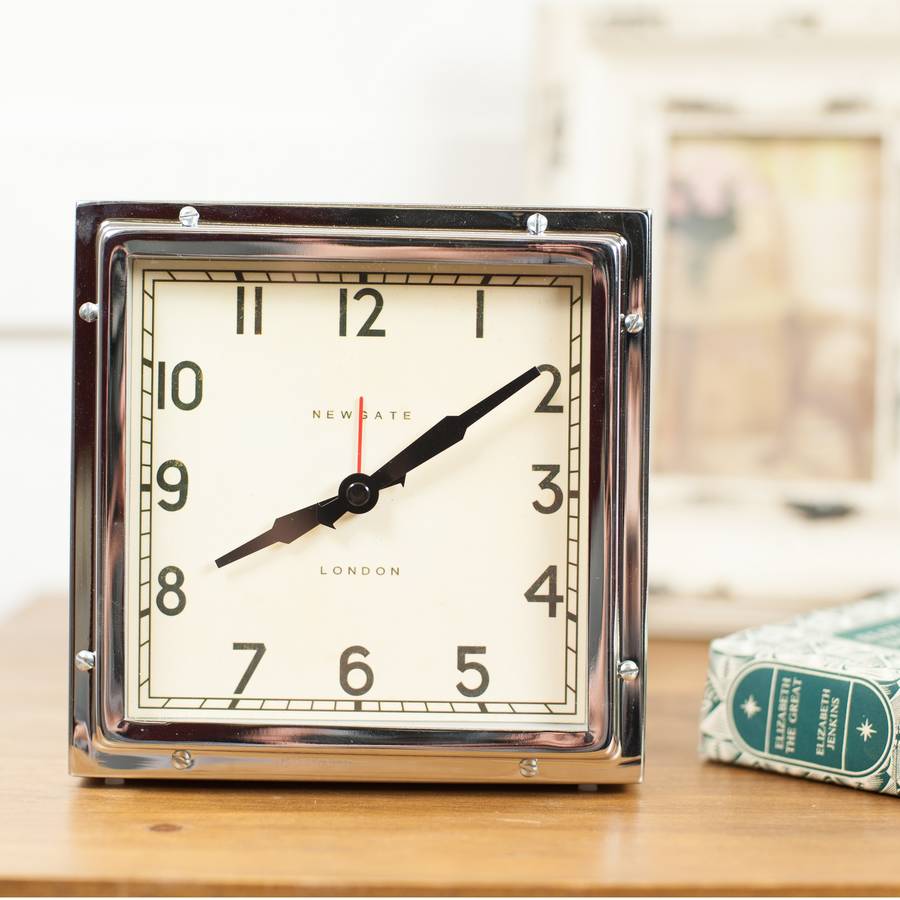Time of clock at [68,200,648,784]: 8:09
